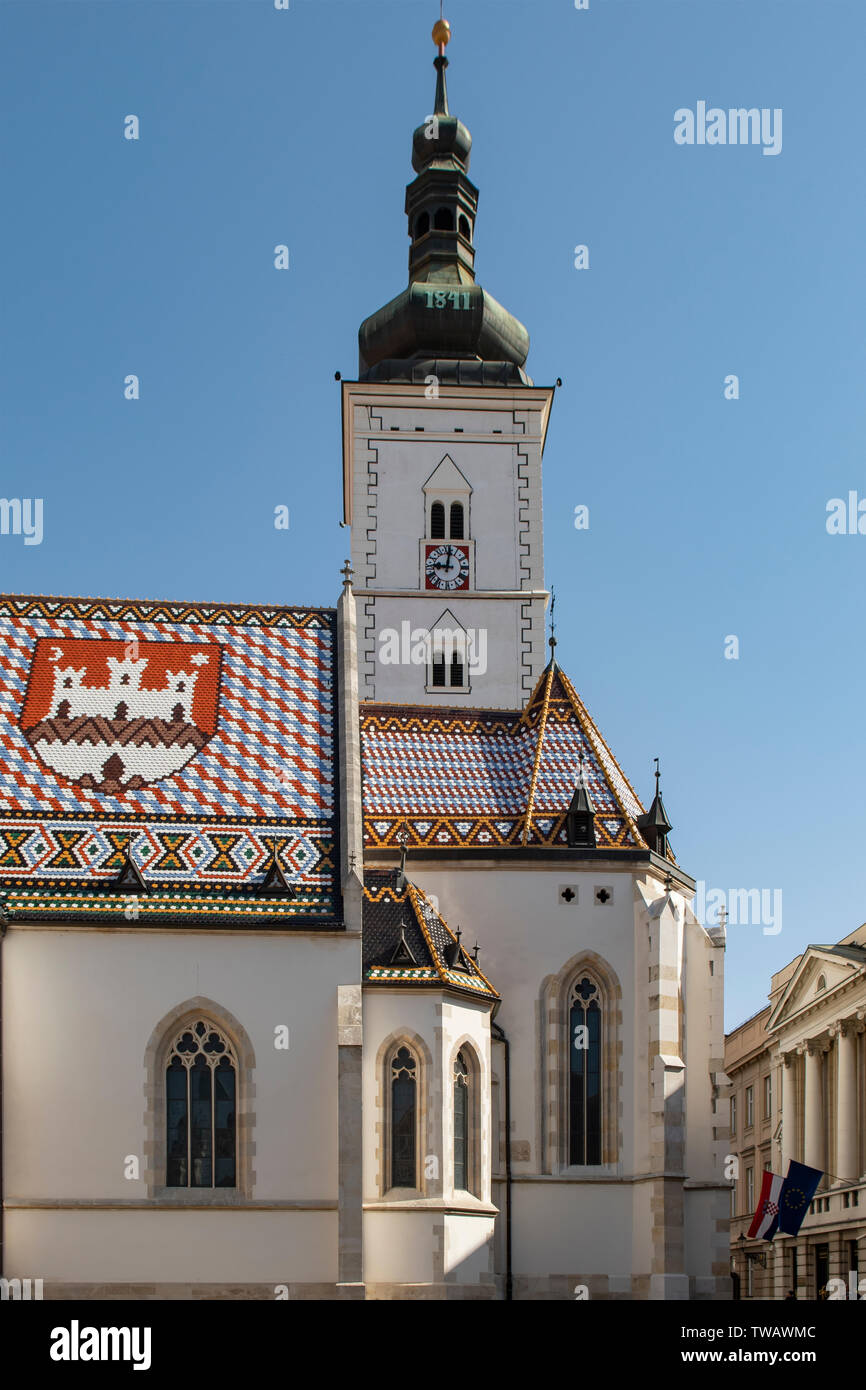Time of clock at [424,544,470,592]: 9:01
